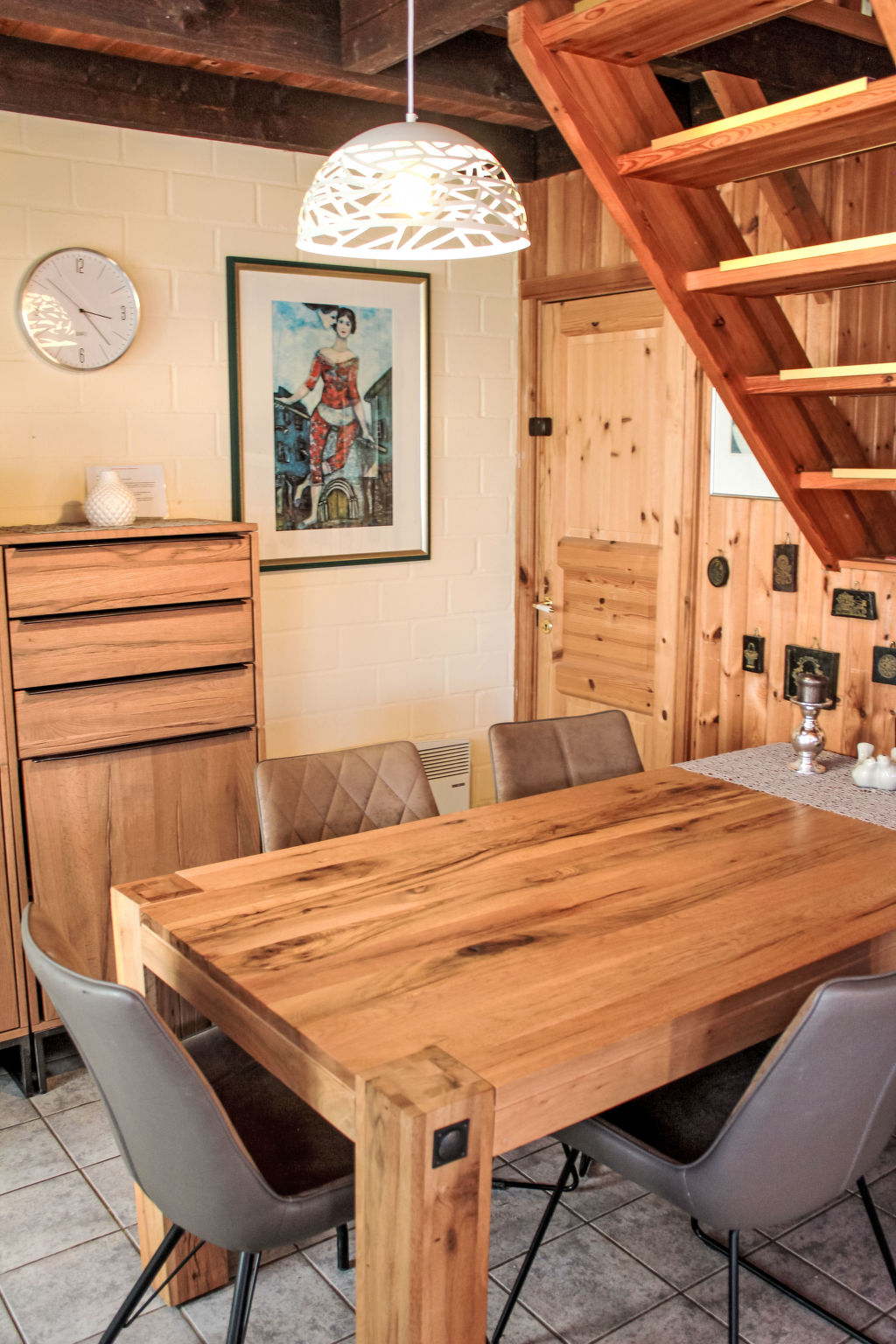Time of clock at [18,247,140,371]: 3:23
